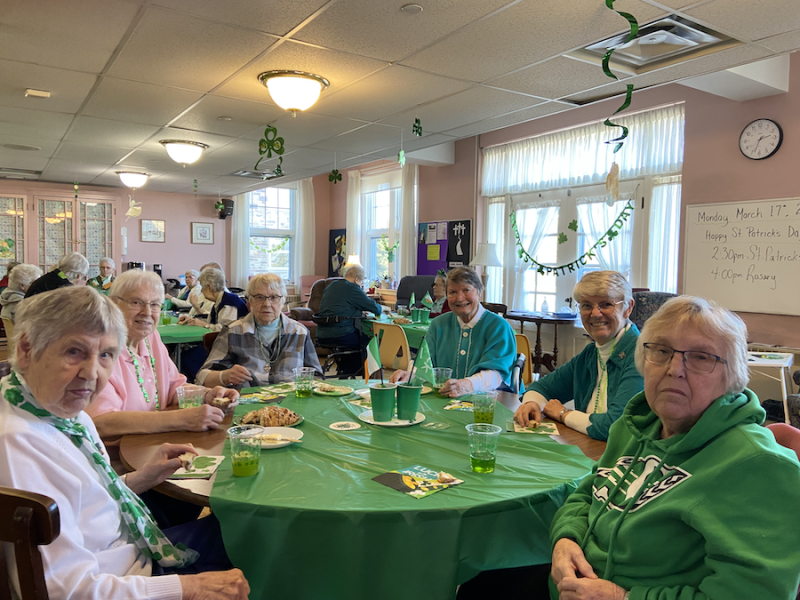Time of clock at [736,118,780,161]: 2:33
